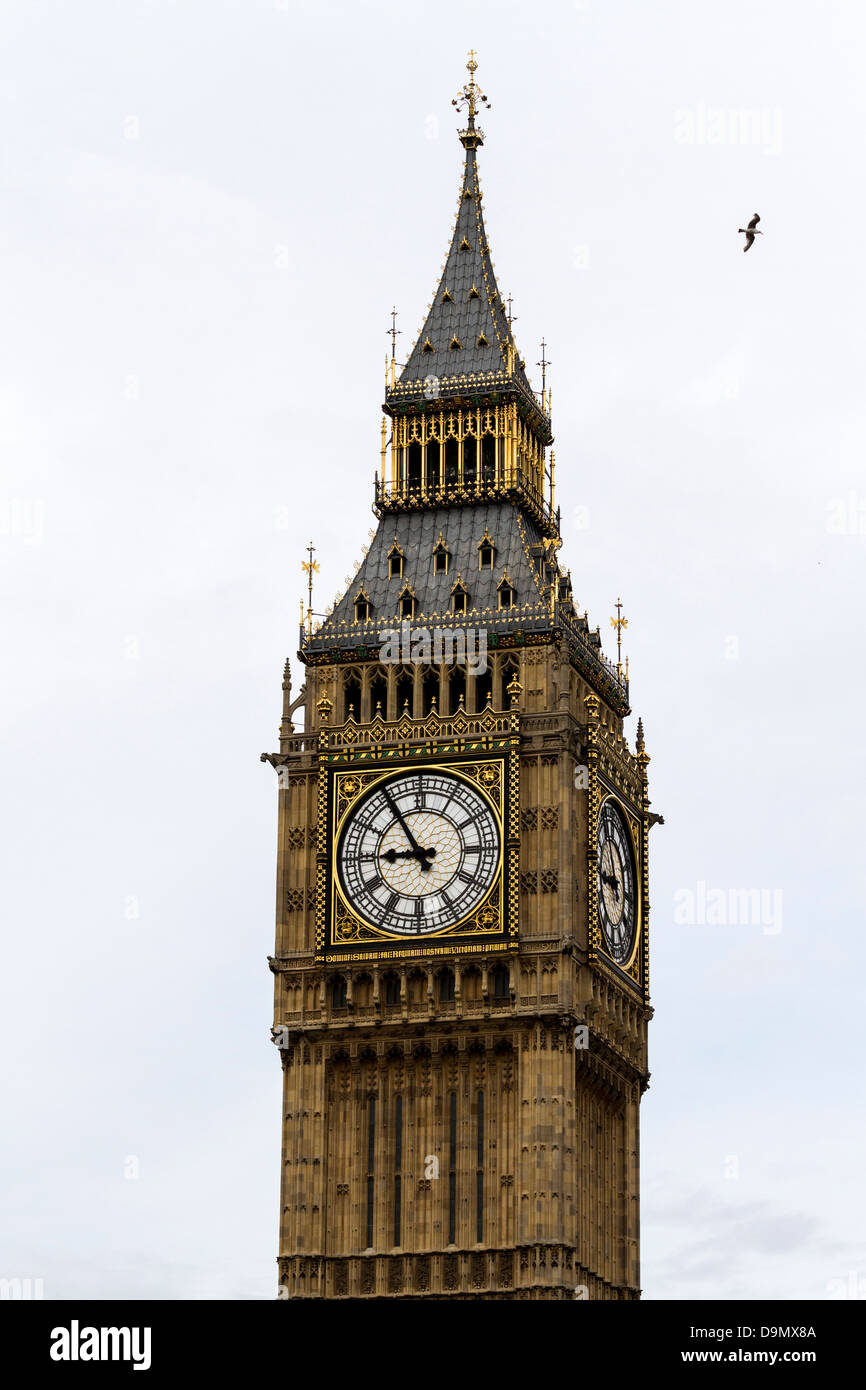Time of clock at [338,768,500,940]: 8:54
